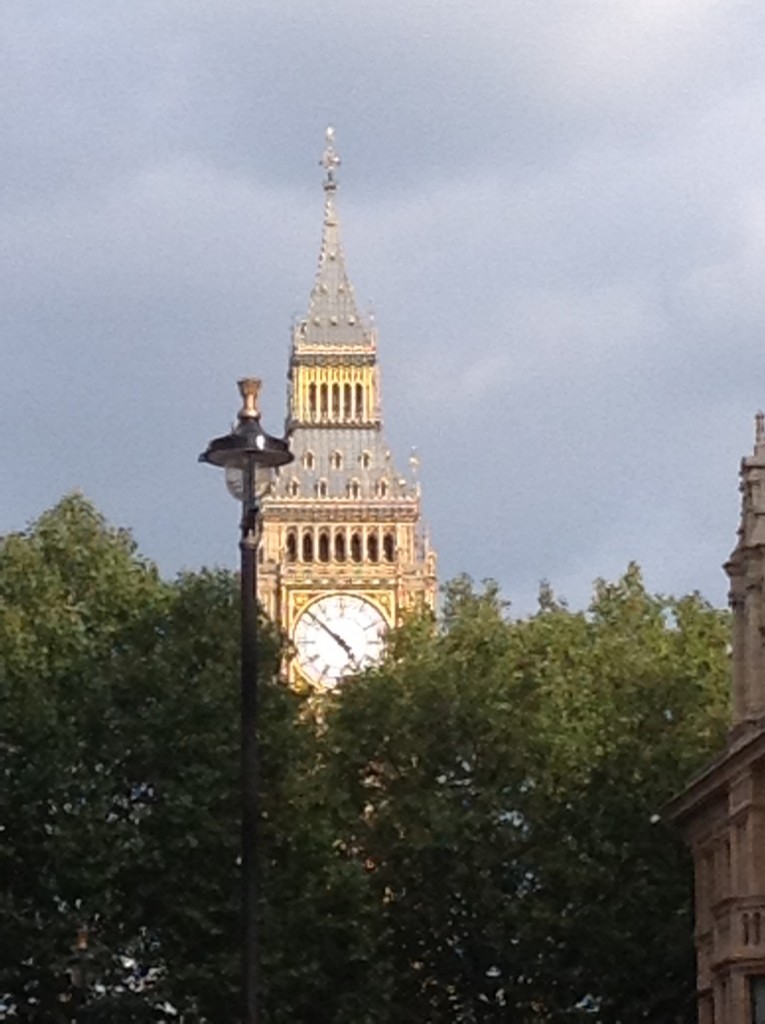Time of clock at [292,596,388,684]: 4:52
